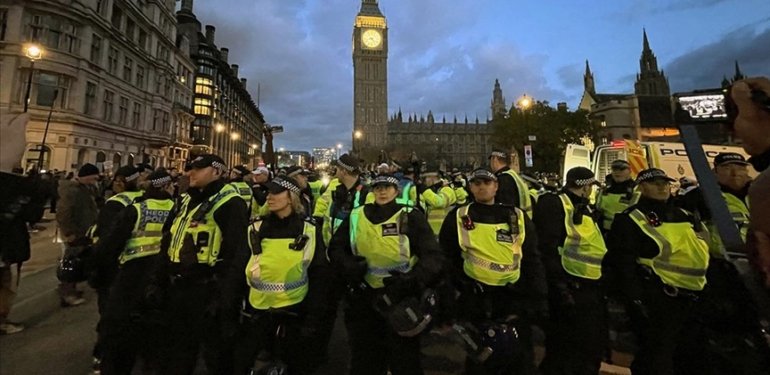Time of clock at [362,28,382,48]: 4:42
